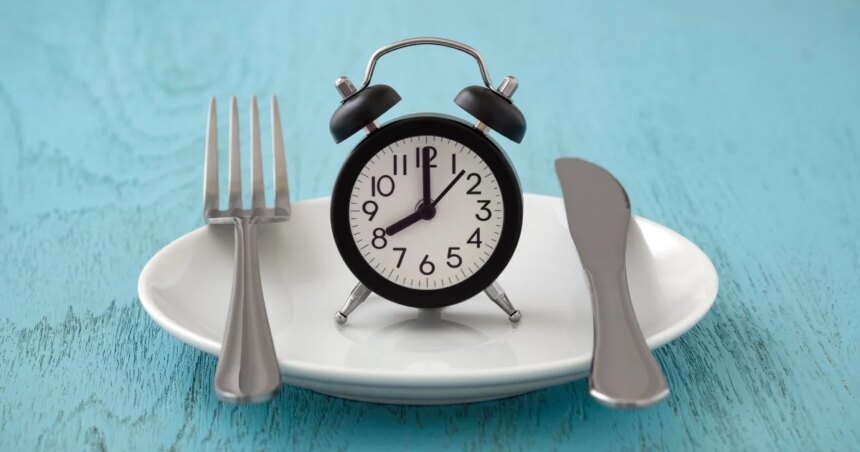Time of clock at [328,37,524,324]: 8:00
